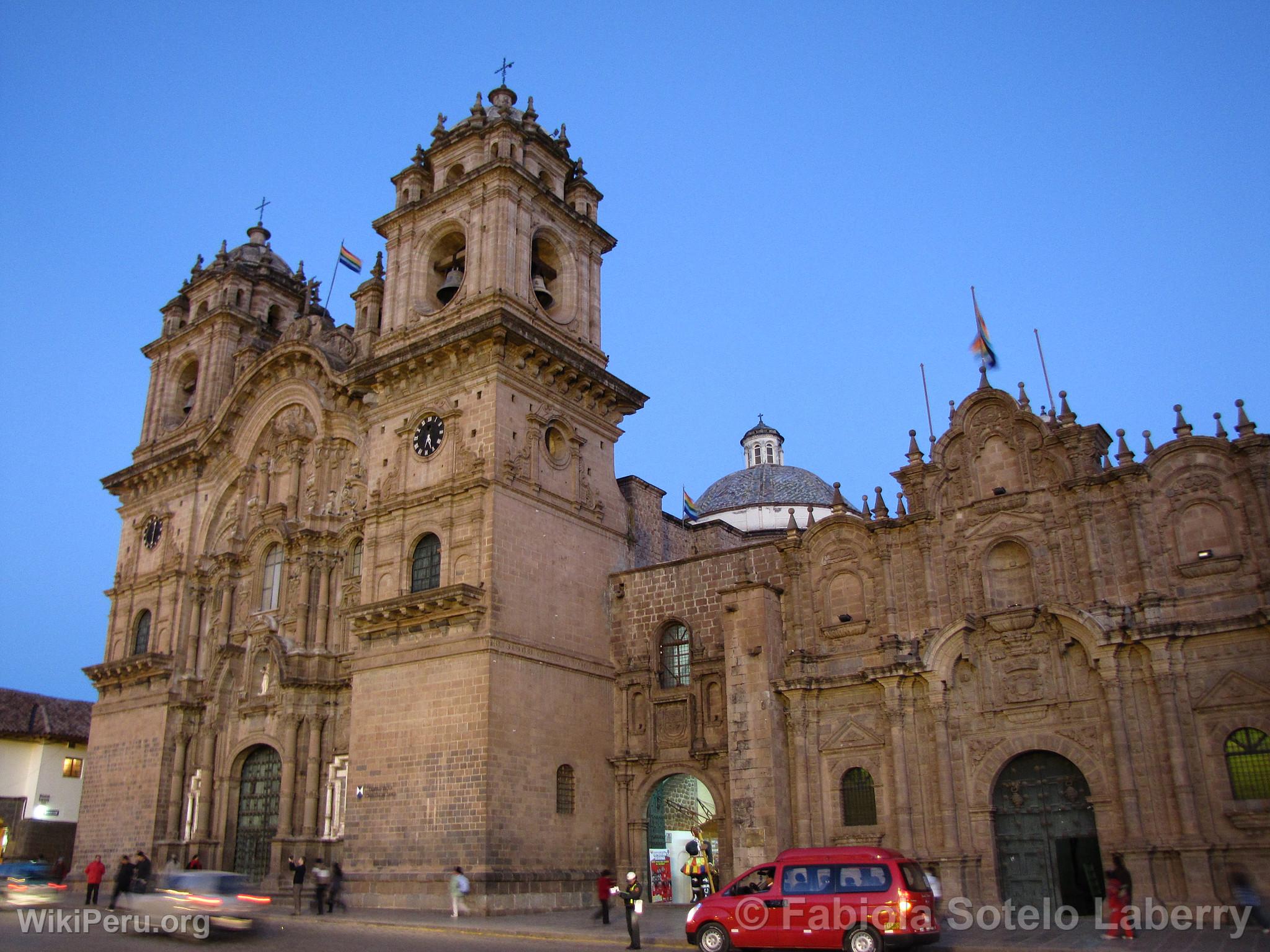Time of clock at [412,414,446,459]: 6:26
